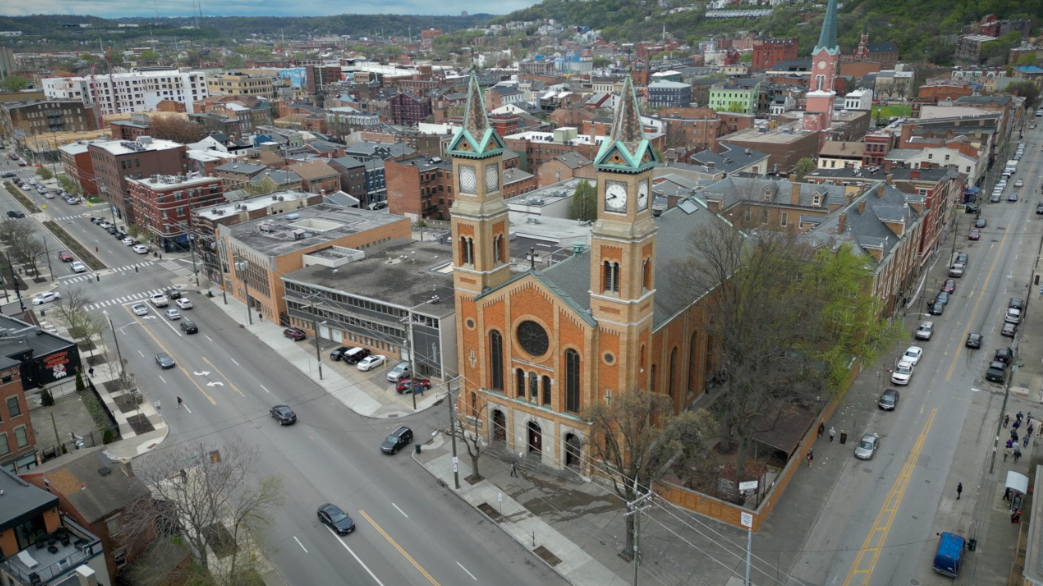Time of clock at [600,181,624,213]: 9:42
